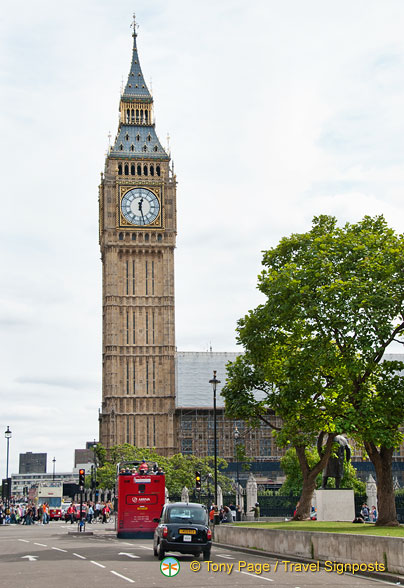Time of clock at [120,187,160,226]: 12:27
